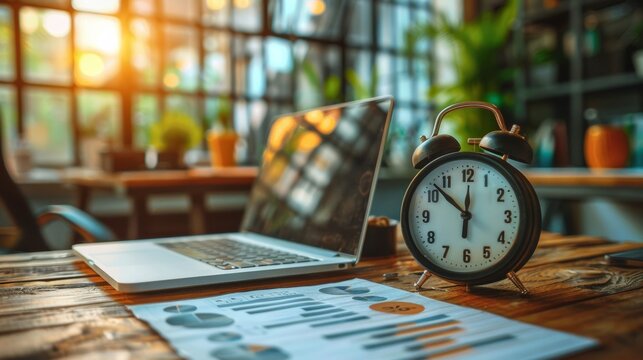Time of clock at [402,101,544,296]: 11:52
